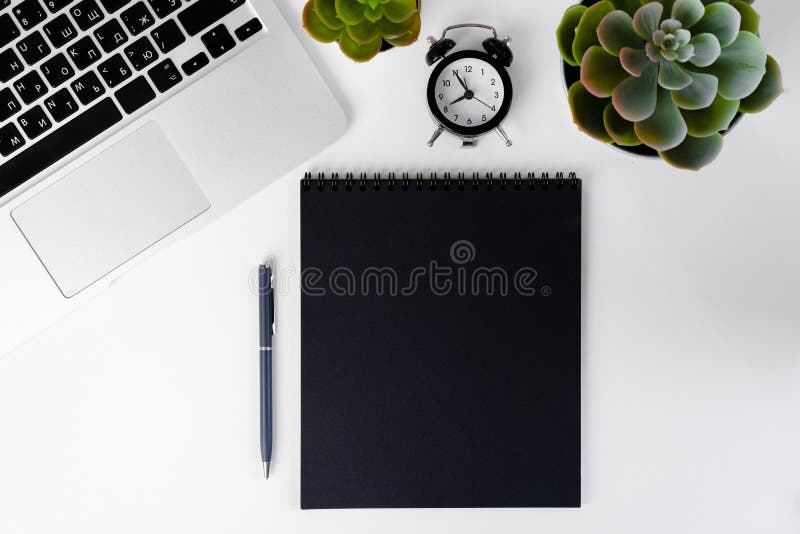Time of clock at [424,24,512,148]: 7:54
